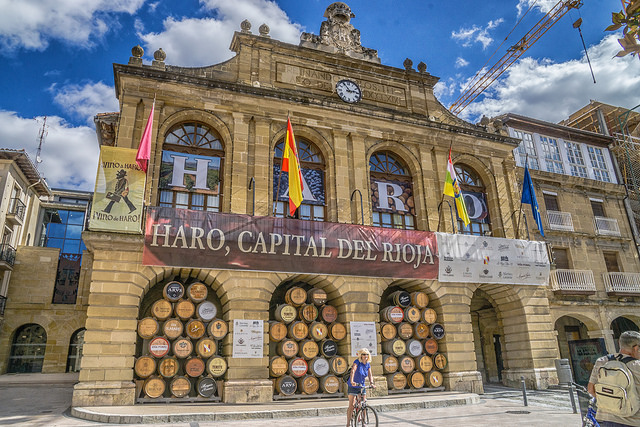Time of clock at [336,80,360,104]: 2:54
